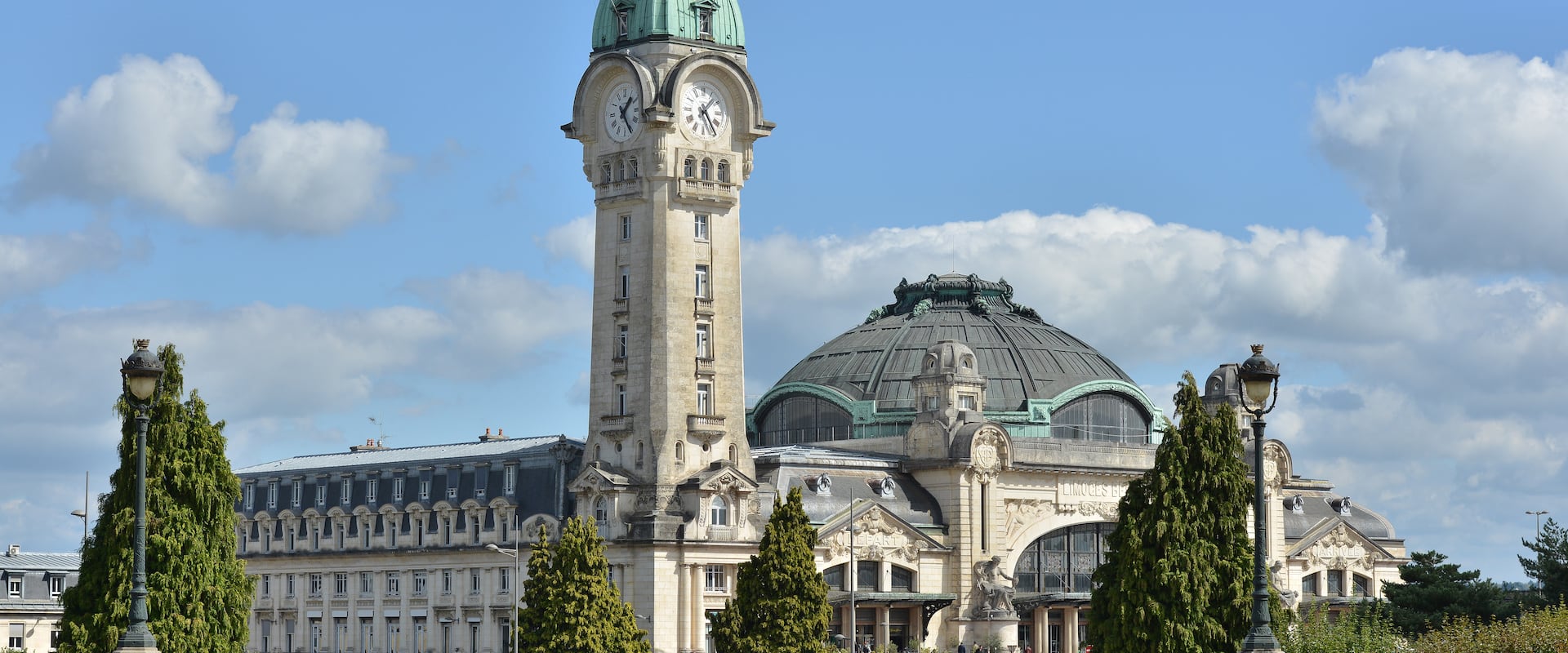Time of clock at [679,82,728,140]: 1:24
